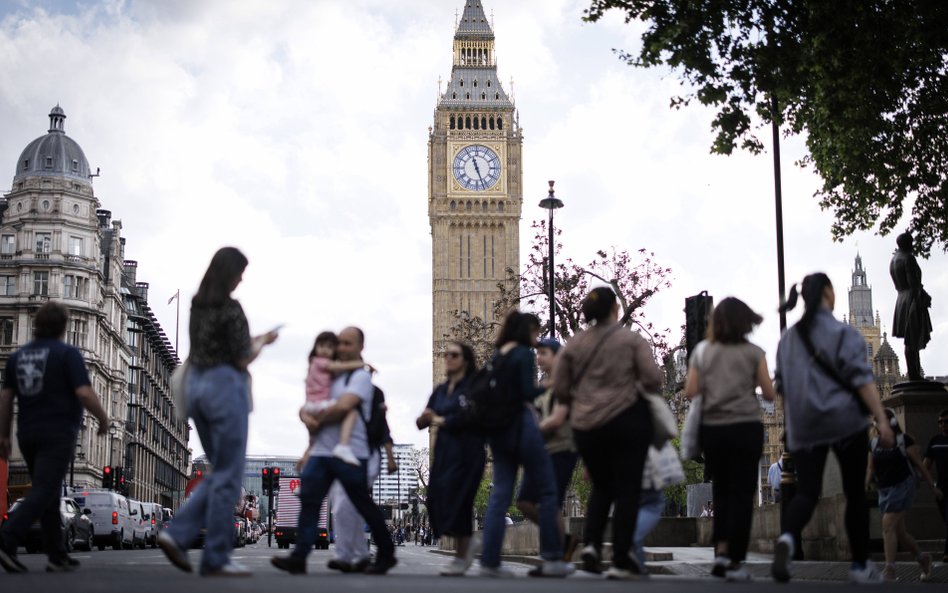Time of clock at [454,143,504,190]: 11:26
